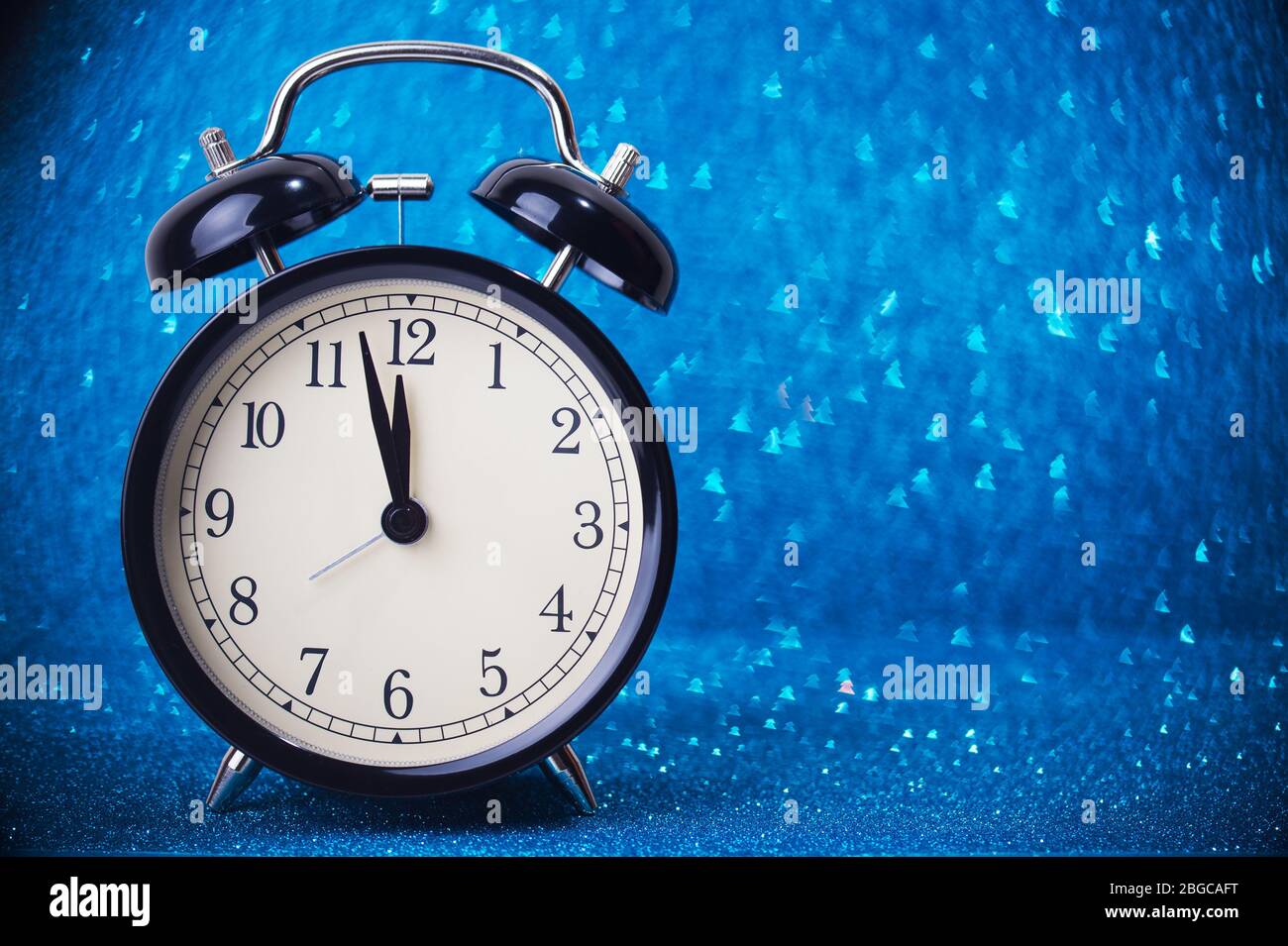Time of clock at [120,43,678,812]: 11:57
